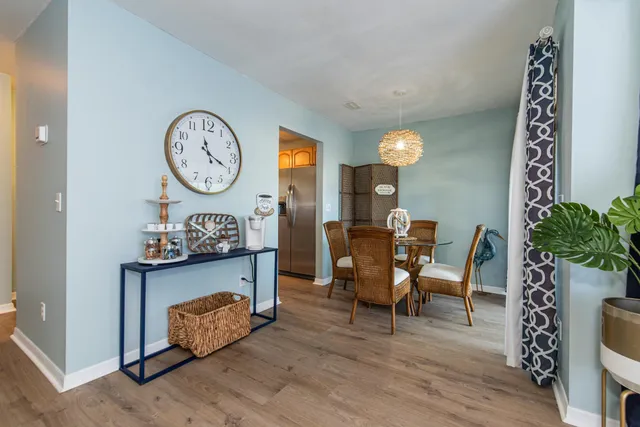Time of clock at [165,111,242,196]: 11:19
